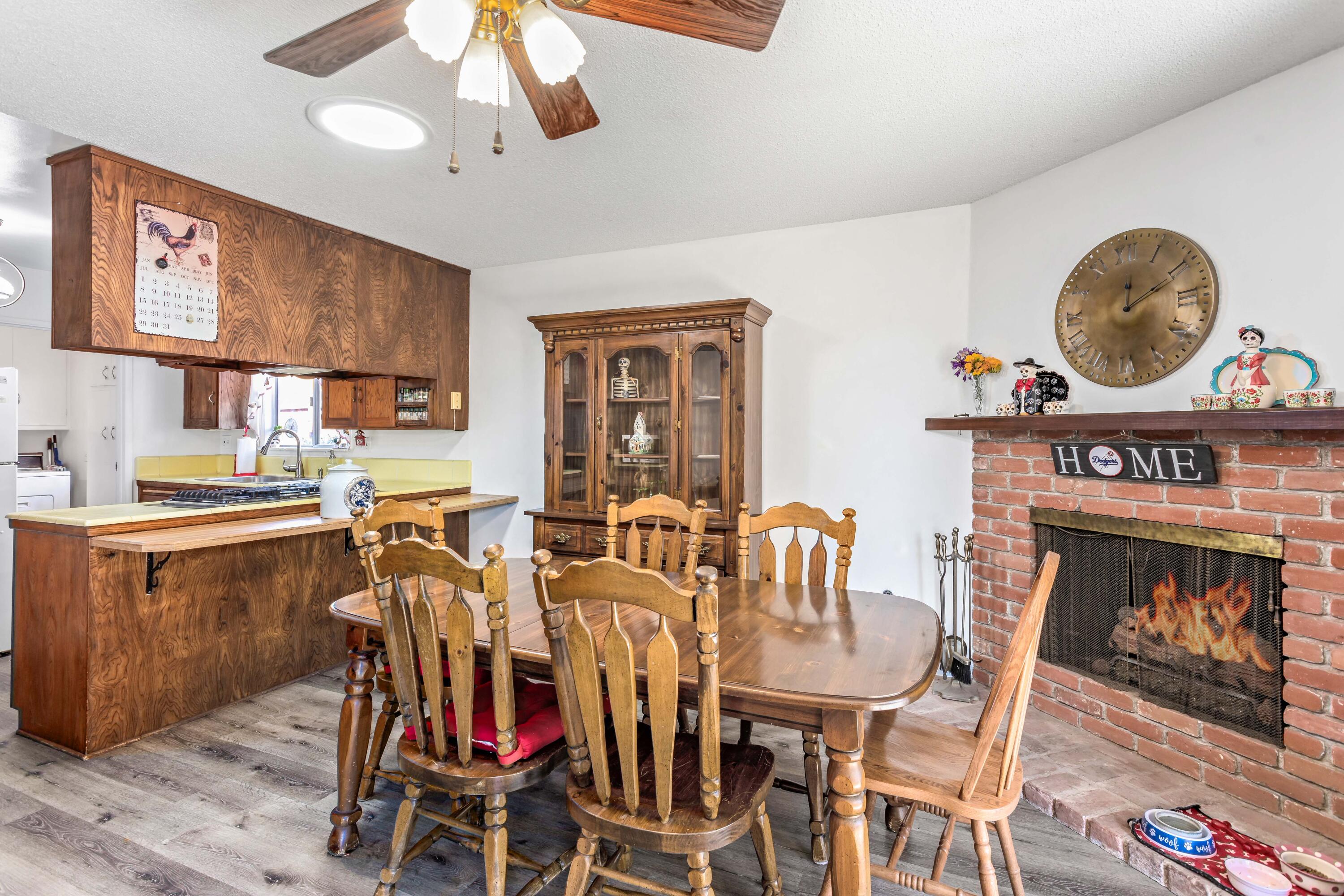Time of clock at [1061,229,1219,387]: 12:10
